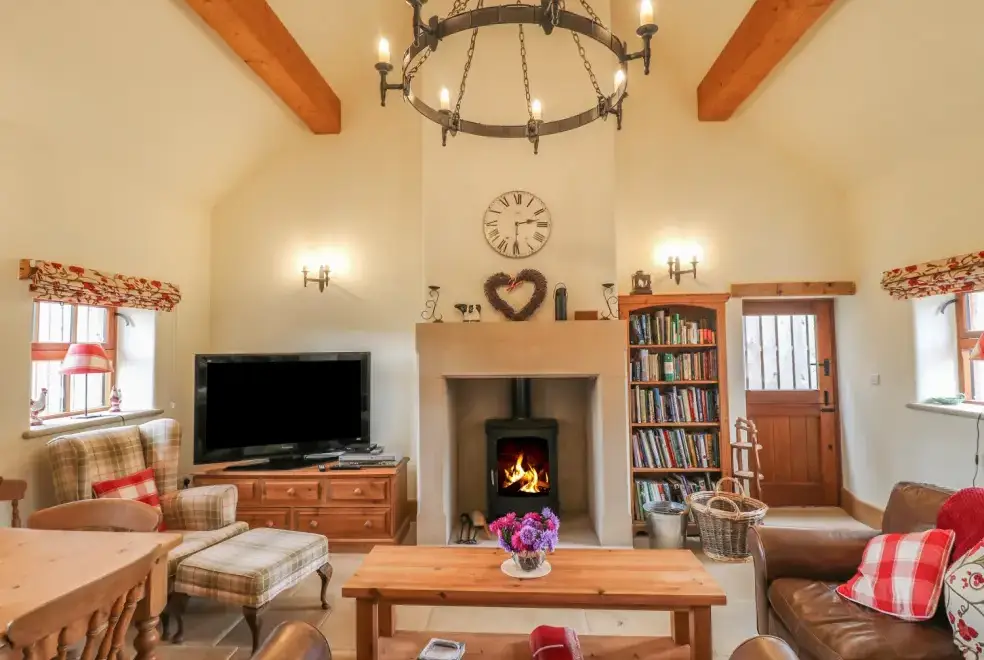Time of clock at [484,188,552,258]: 2:30
